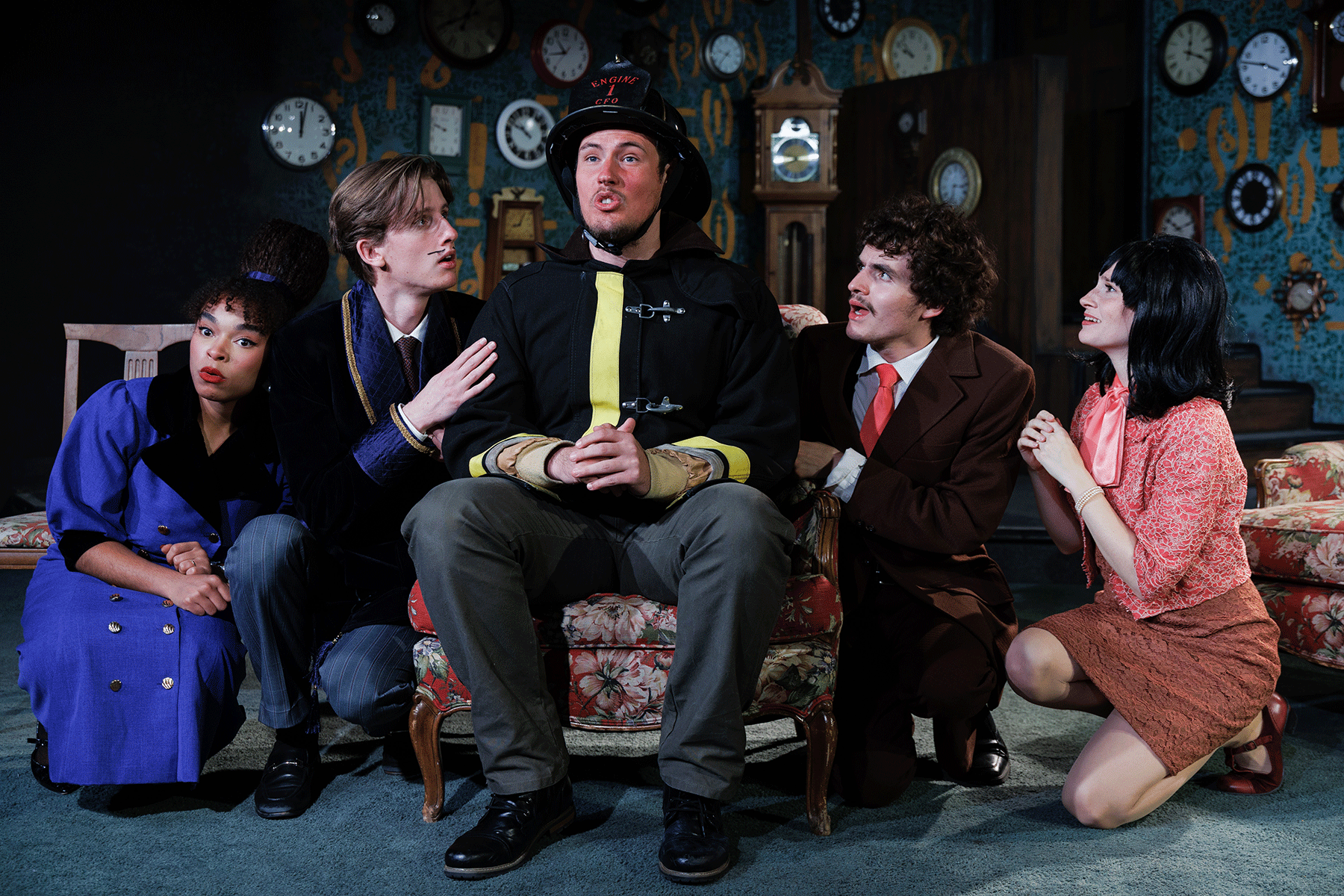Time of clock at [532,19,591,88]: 10:42
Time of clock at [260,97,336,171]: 12:02
